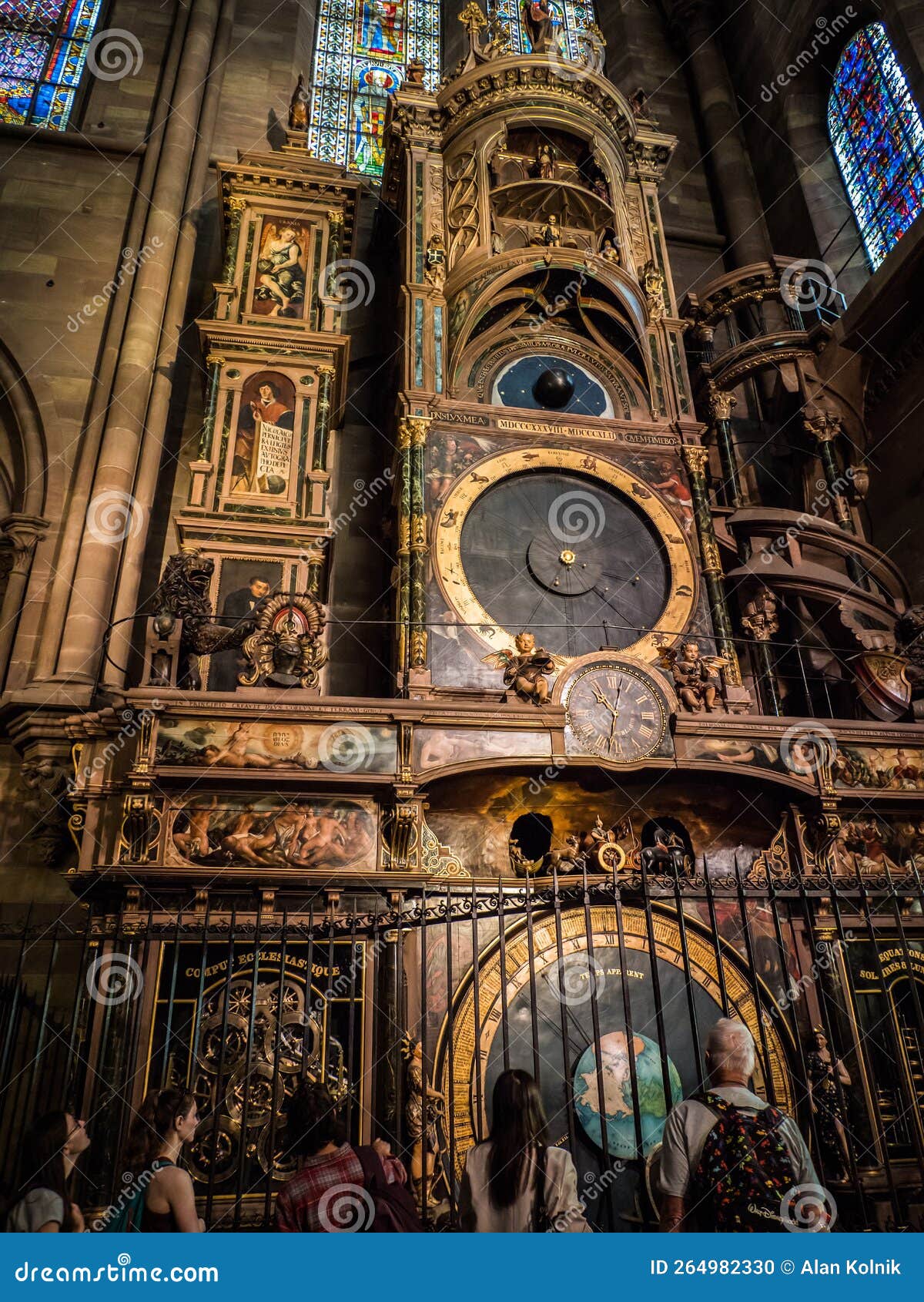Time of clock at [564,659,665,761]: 10:02
